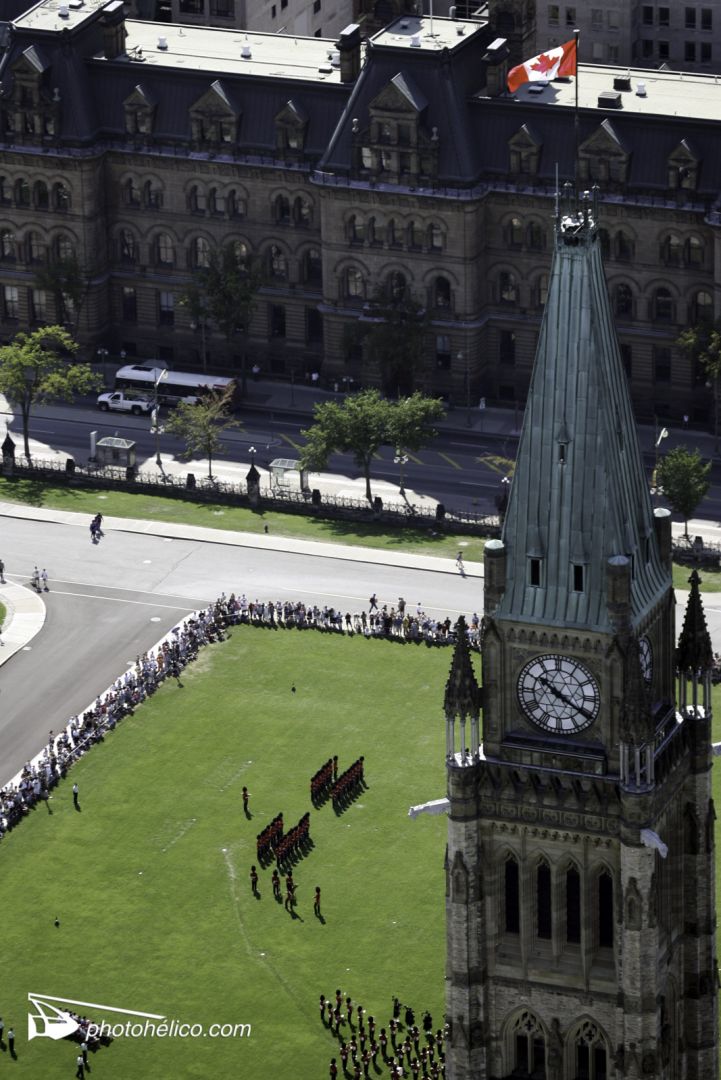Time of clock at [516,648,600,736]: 10:20
